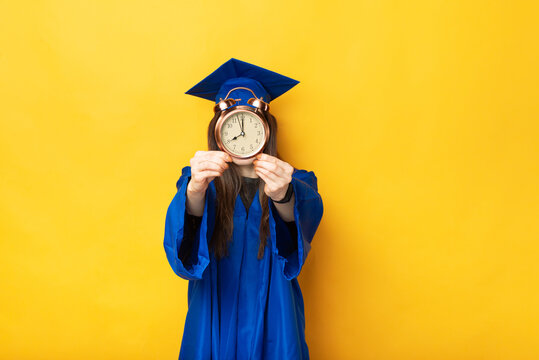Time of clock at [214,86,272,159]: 8:00
